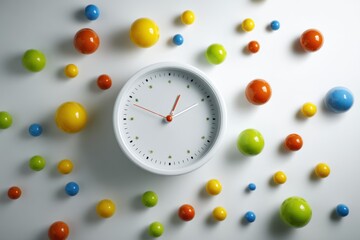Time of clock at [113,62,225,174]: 12:48
